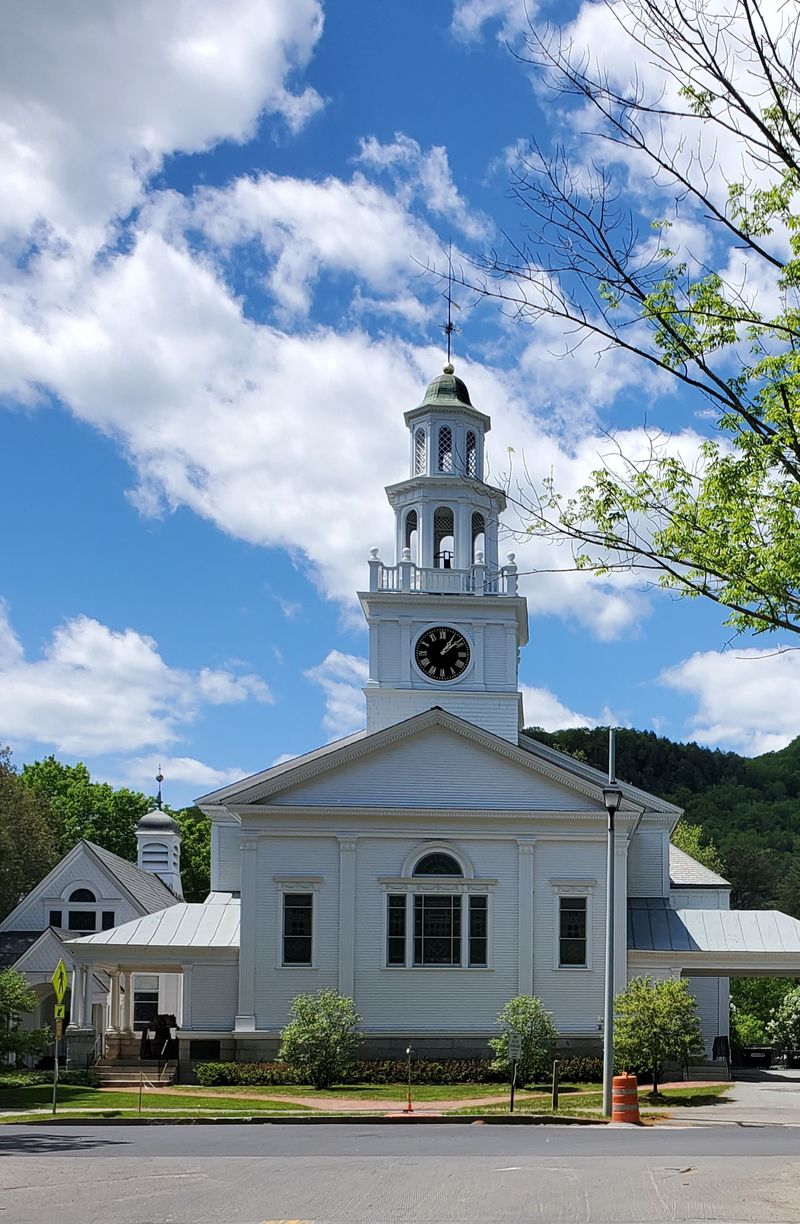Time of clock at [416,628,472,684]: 1:08
